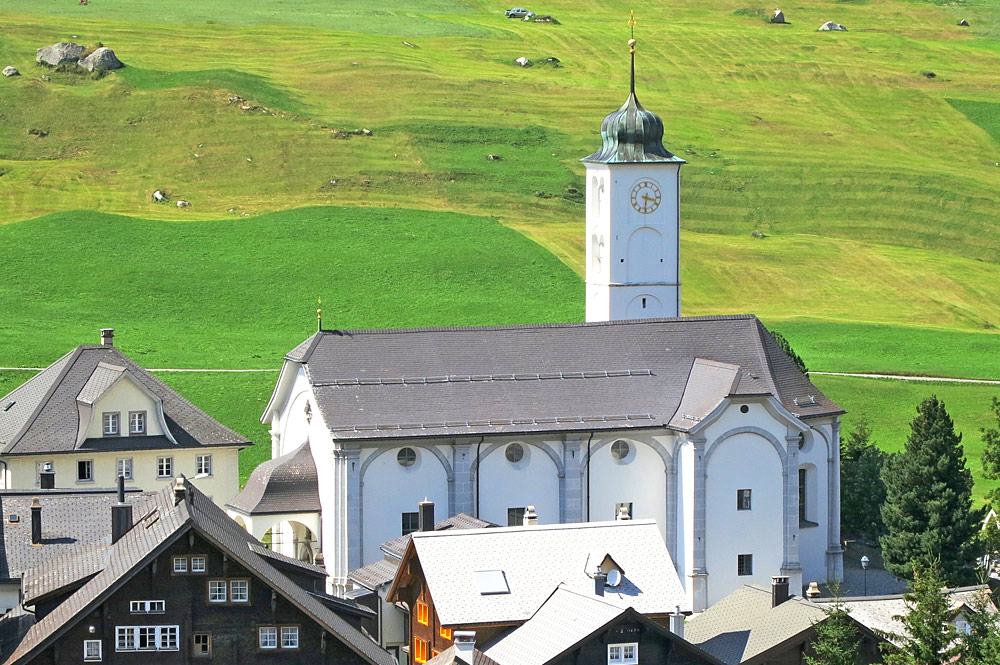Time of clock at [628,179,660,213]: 3:31
